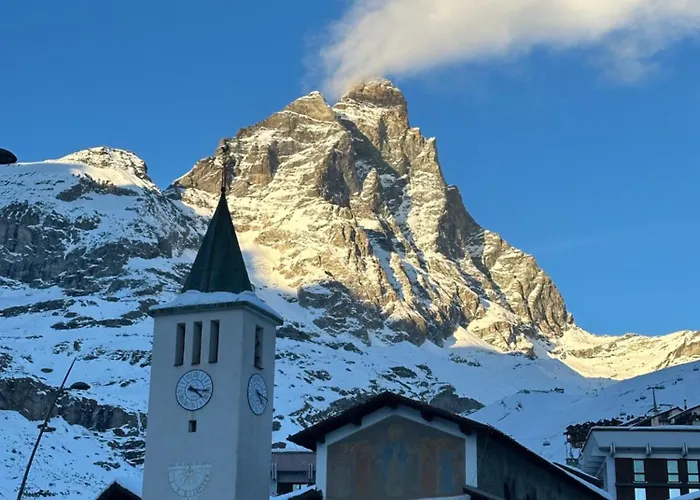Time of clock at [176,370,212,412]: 4:16
